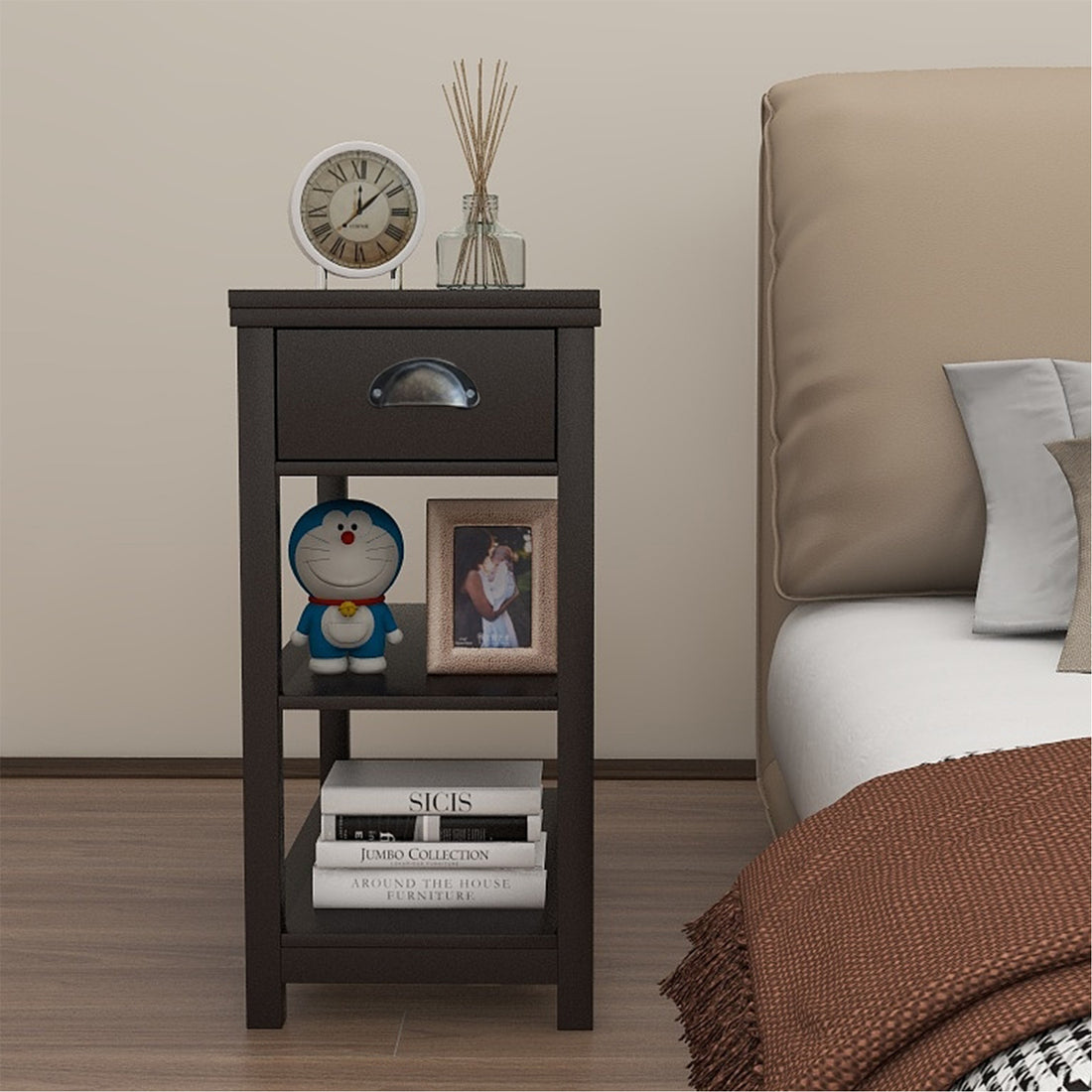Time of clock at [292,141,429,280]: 12:07
